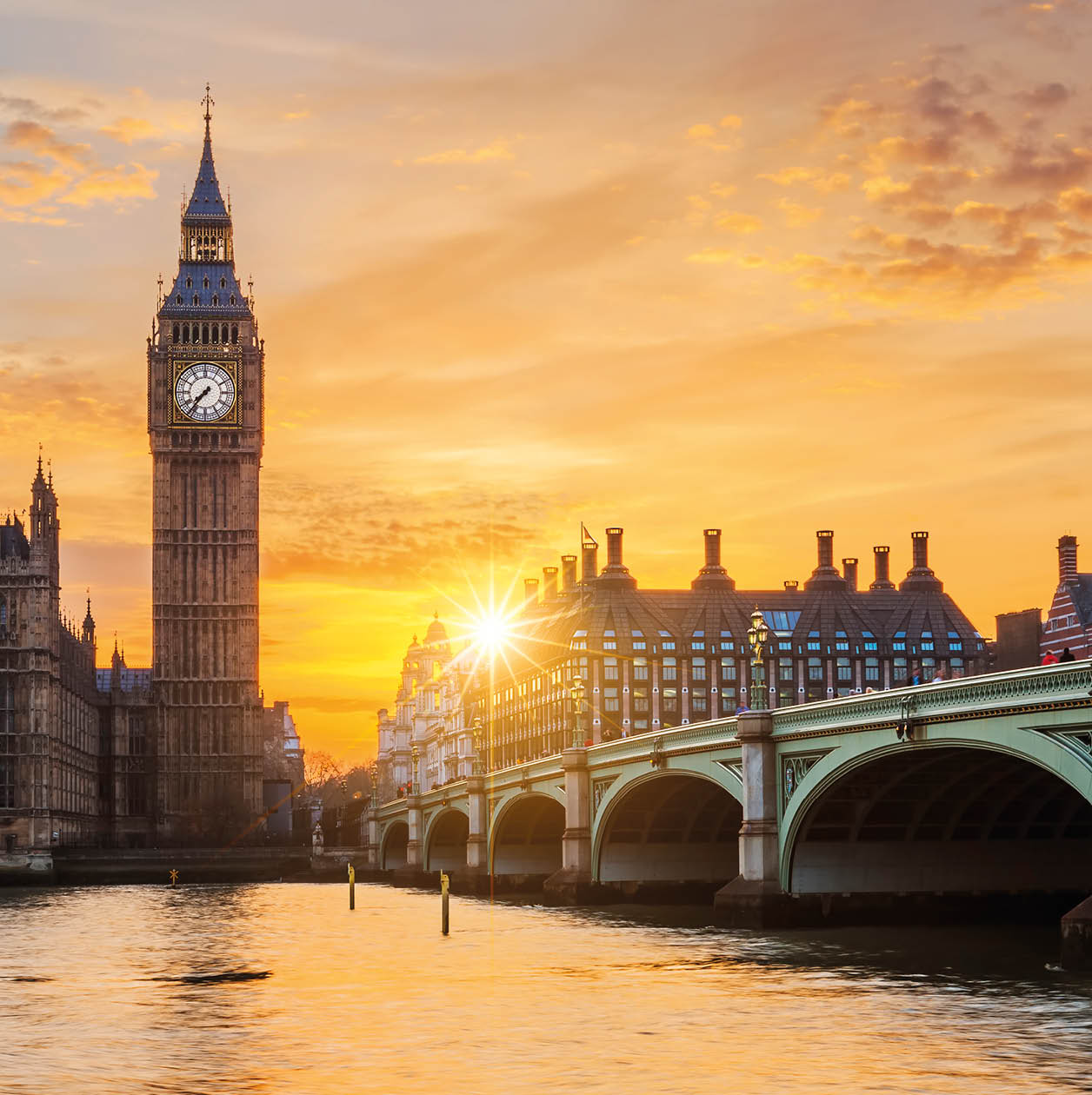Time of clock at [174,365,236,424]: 7:36
